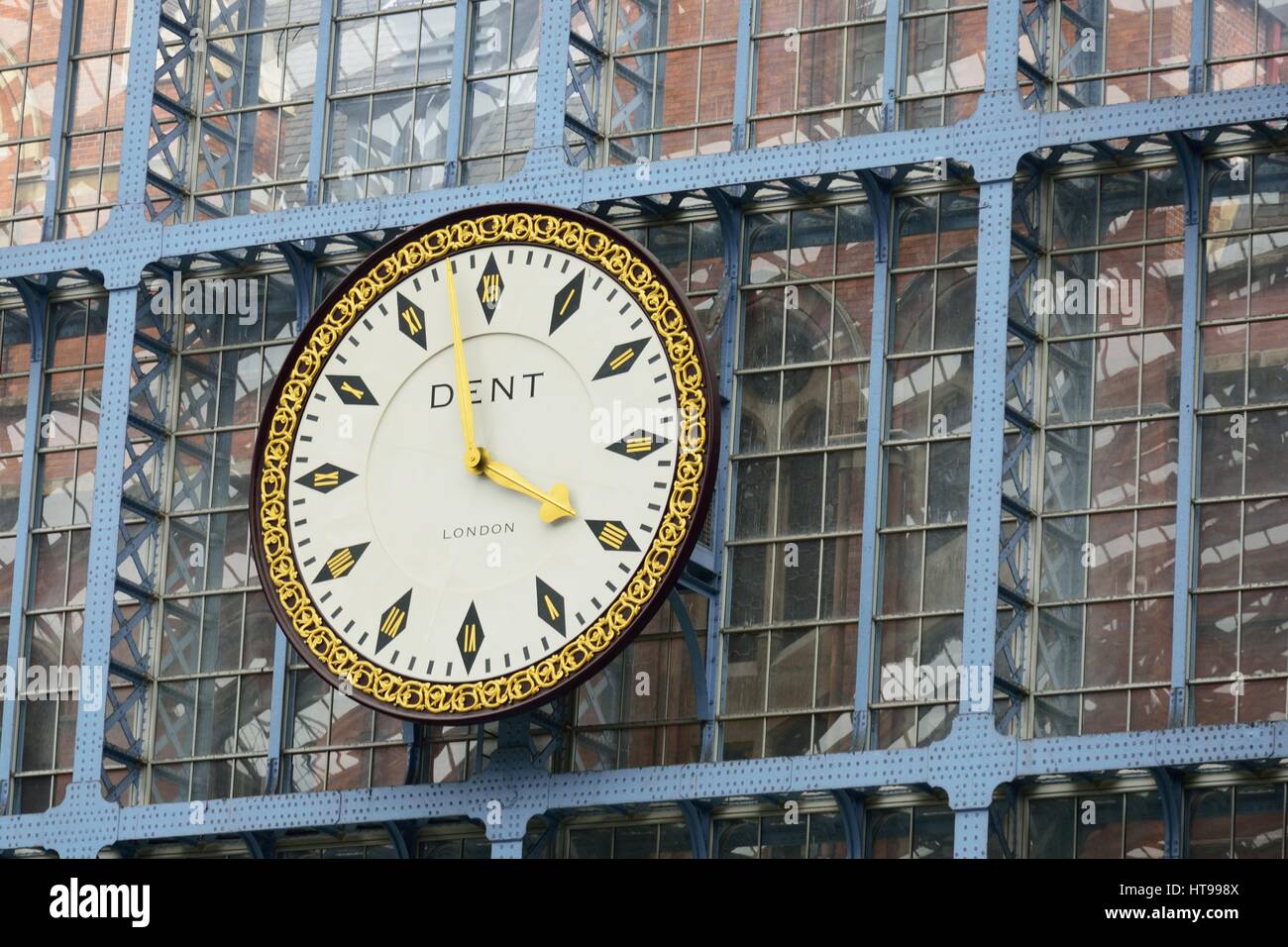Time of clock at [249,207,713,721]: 3:58
